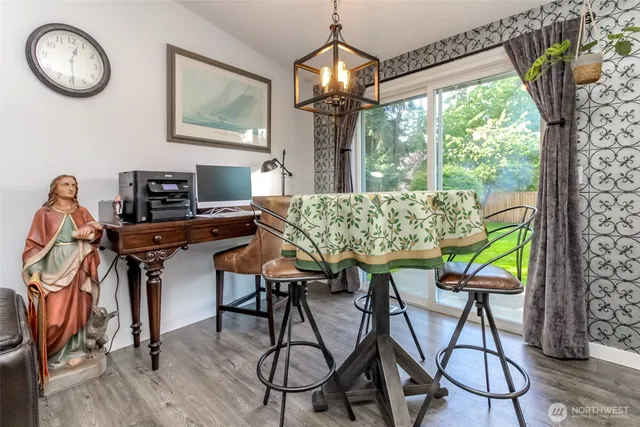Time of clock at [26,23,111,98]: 12:29
